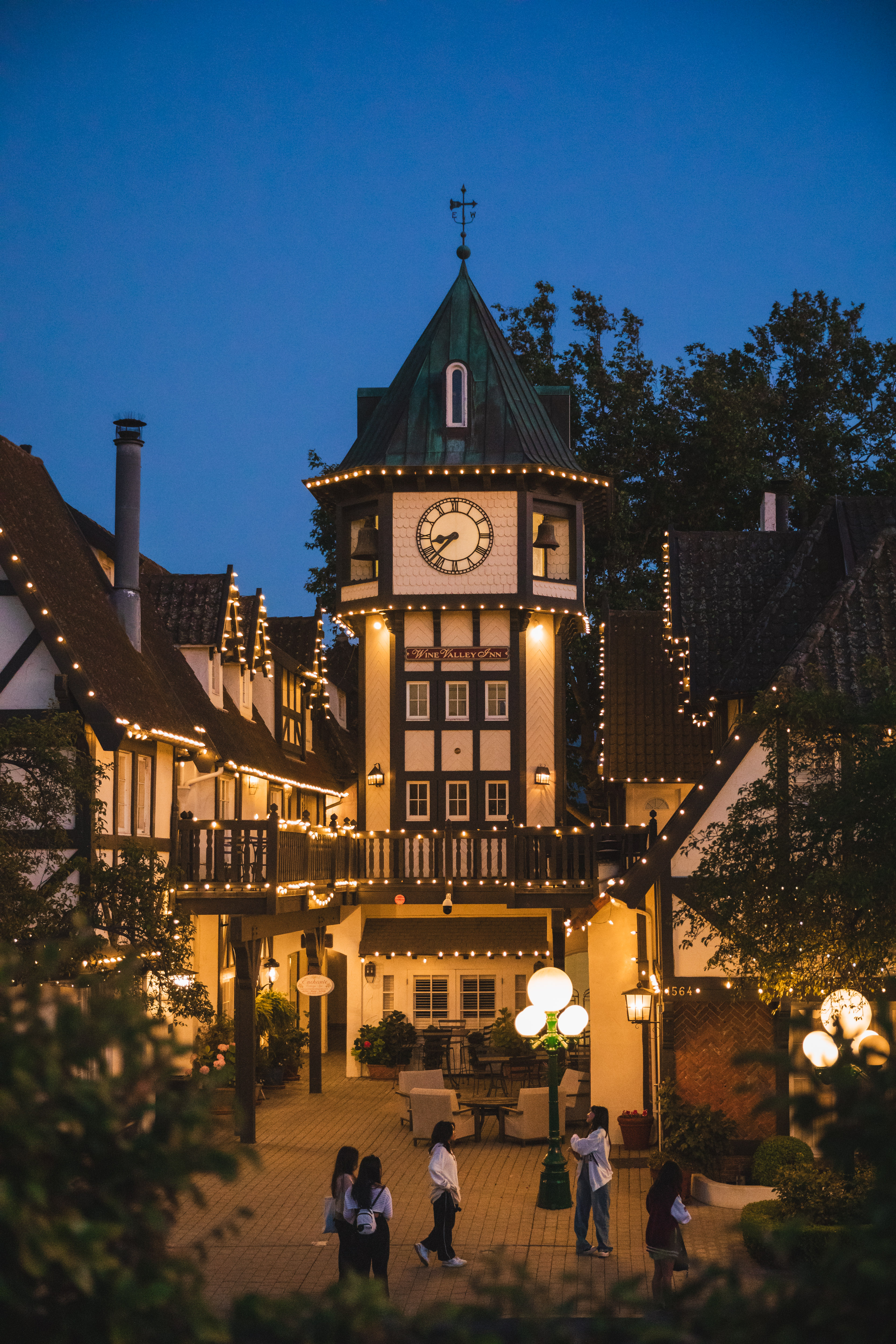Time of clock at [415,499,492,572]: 8:37
